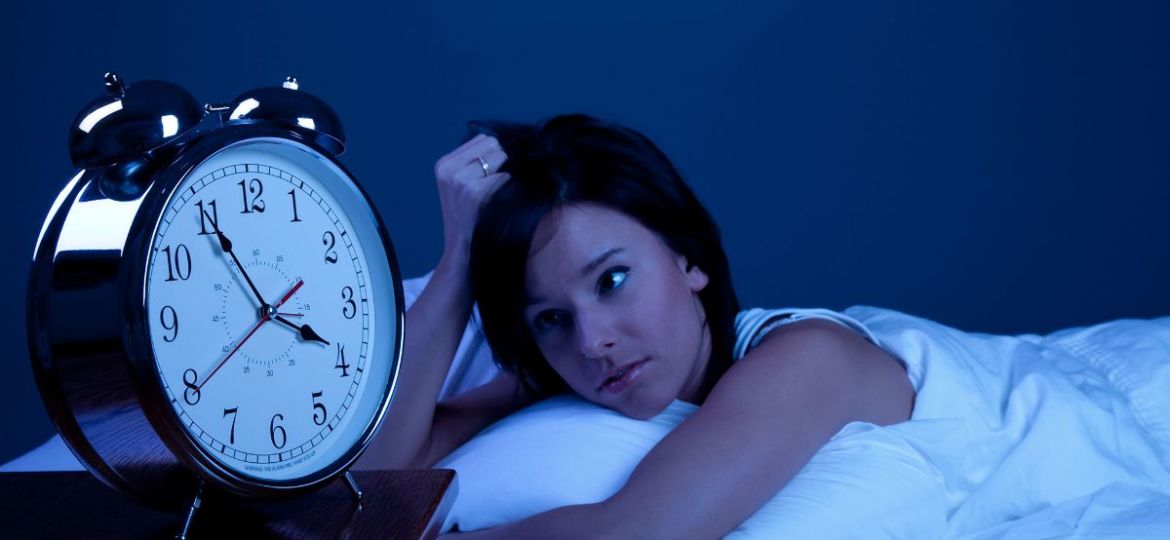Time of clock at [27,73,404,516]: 3:54
